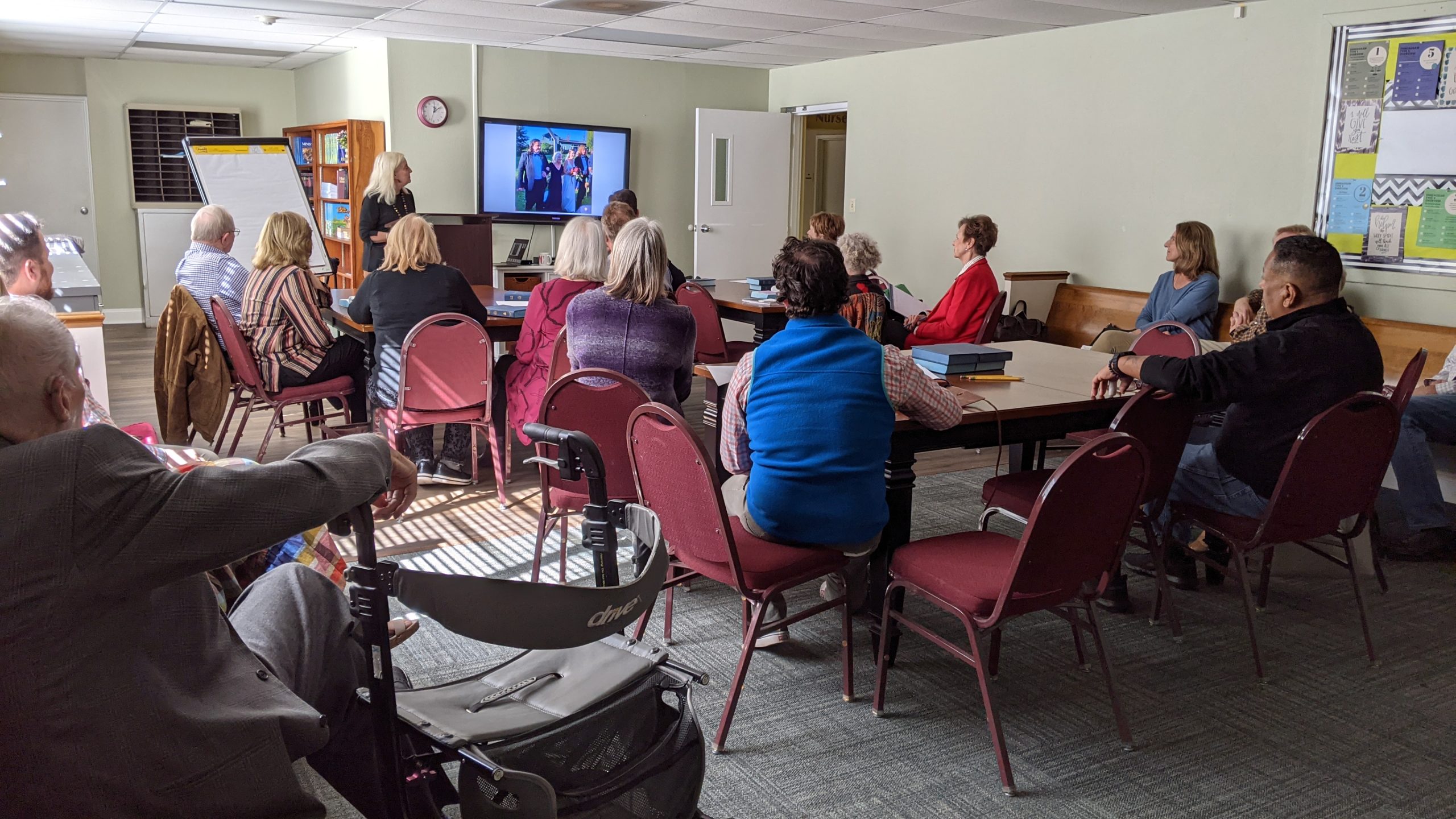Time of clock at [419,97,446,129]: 12:08
